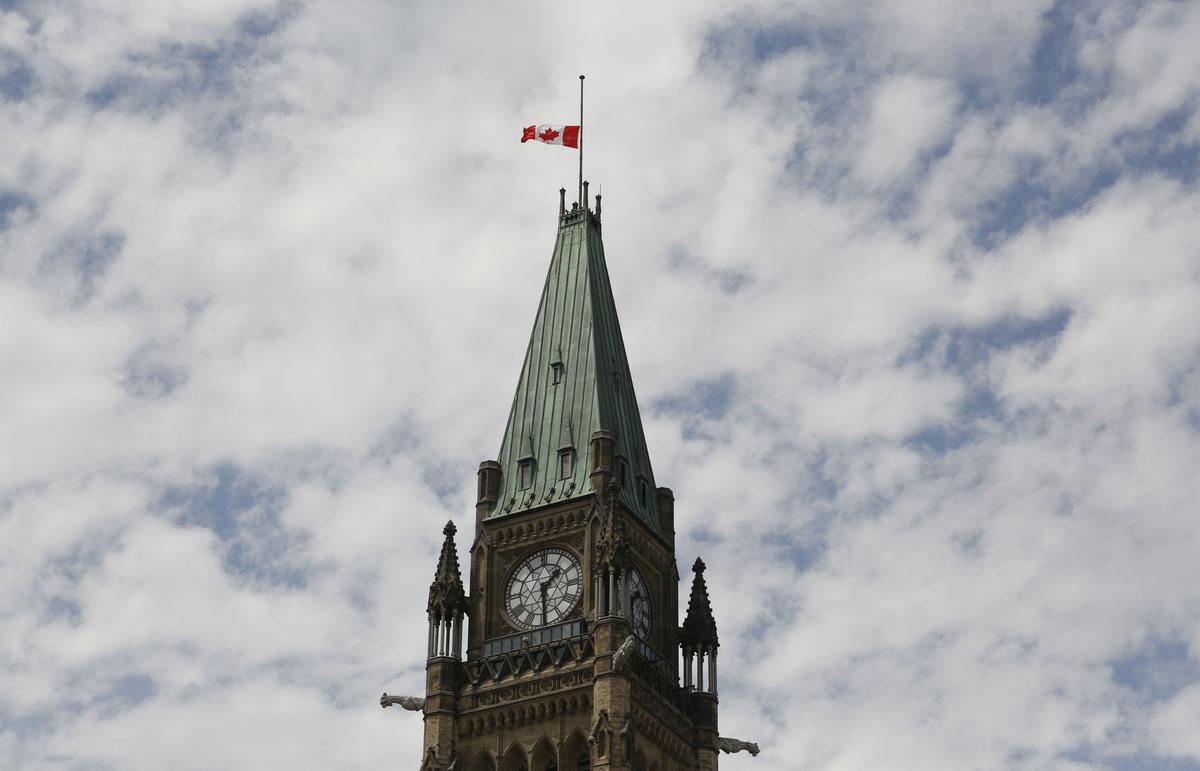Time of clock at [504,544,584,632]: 1:29
